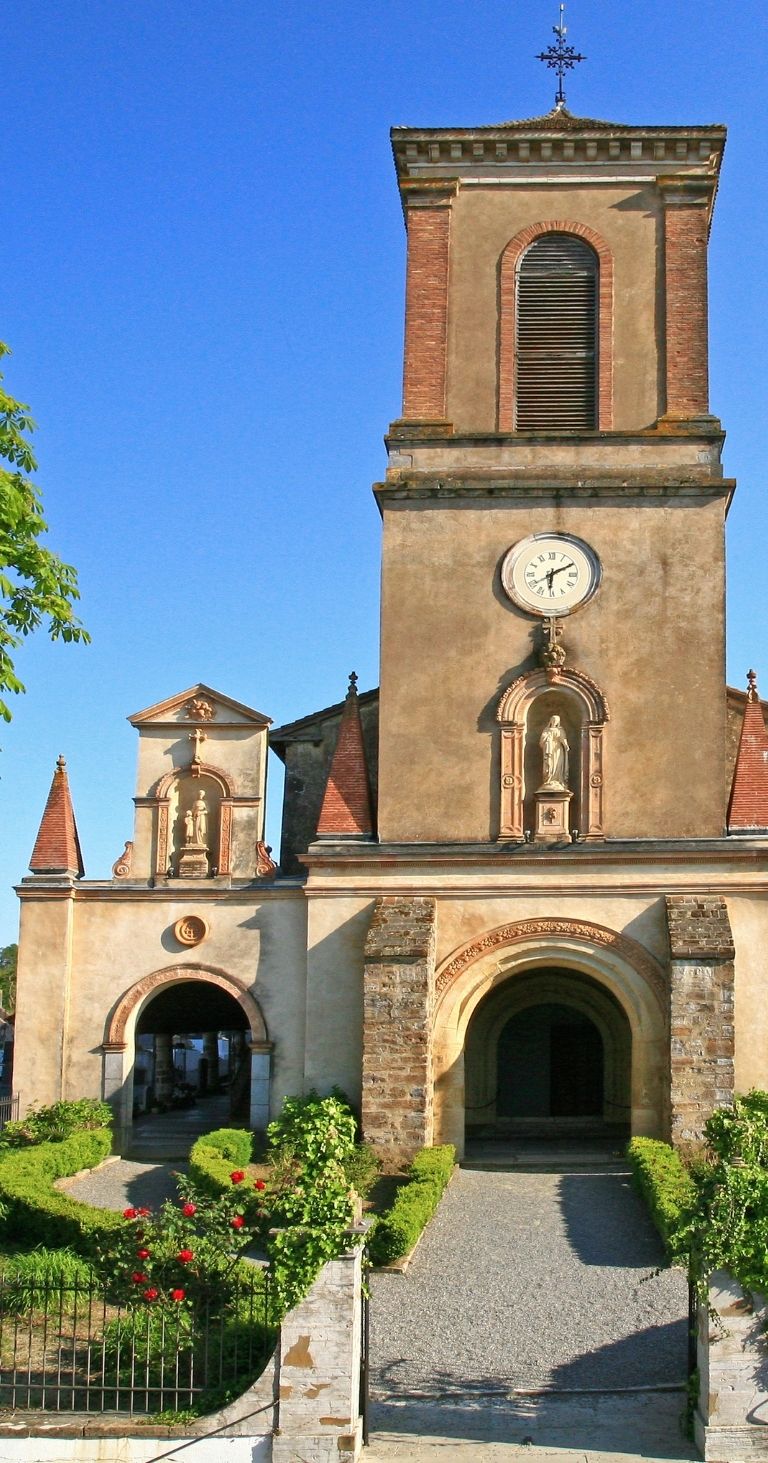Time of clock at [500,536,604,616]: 6:10
